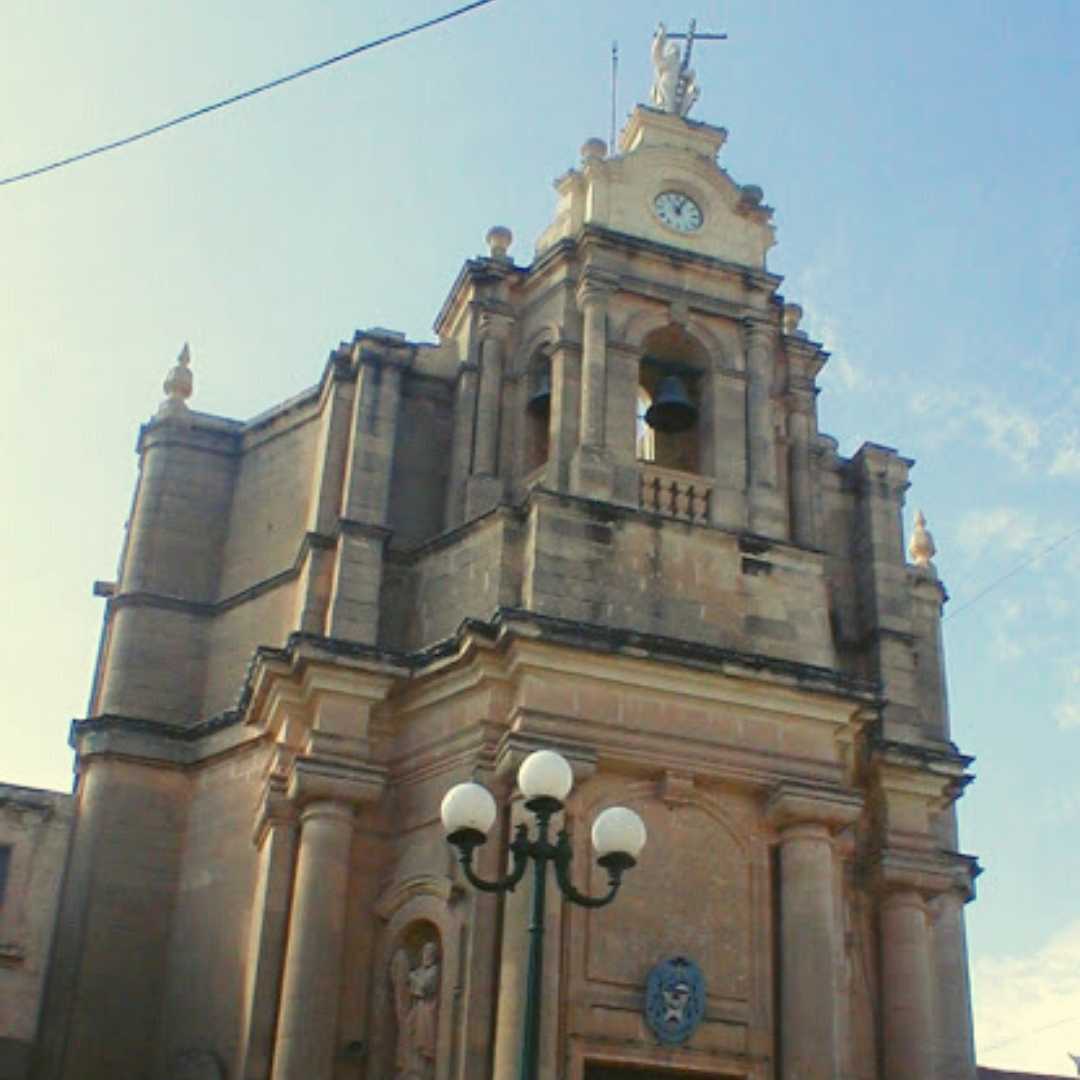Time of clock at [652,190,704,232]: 11:03
